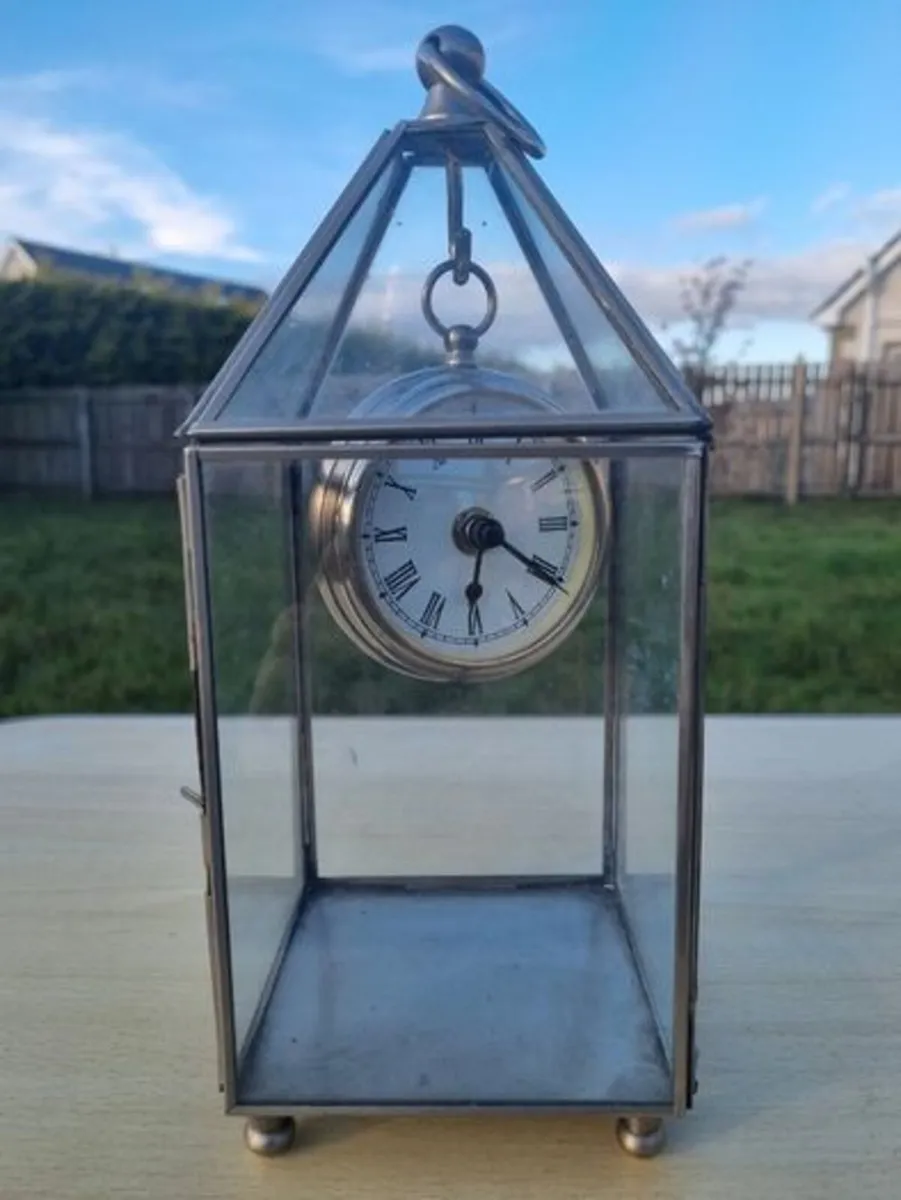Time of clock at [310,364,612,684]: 6:20
